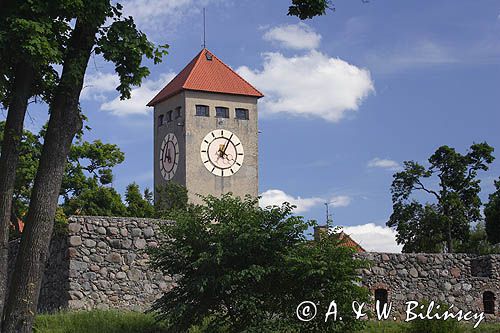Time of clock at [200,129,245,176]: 4:04
